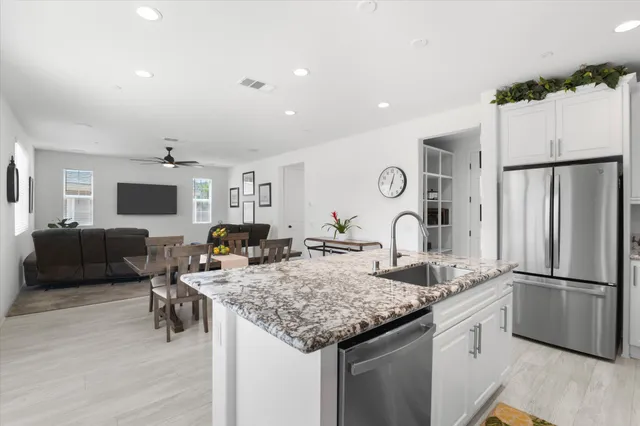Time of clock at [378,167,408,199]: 12:33
